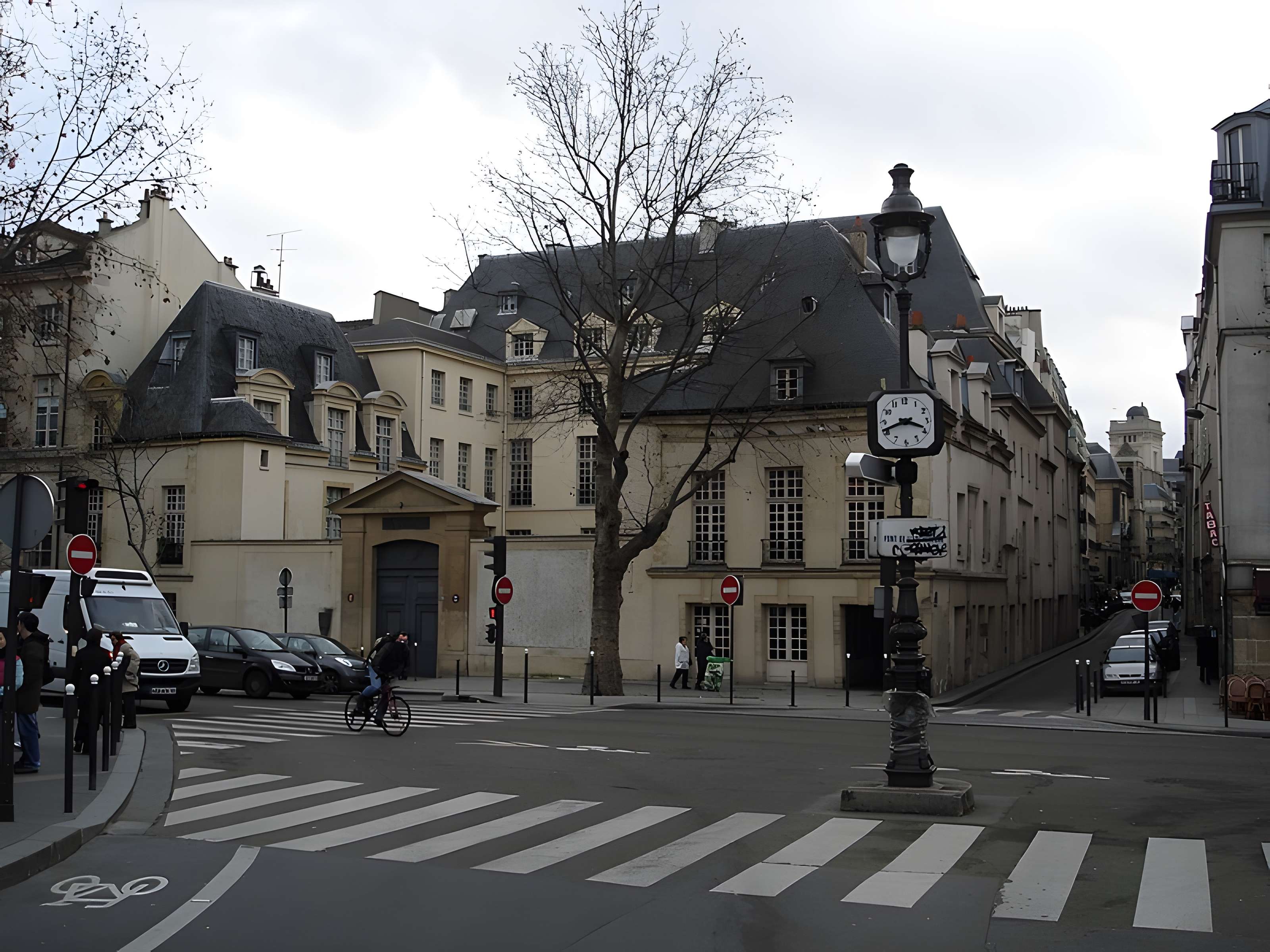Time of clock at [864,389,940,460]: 3:41
